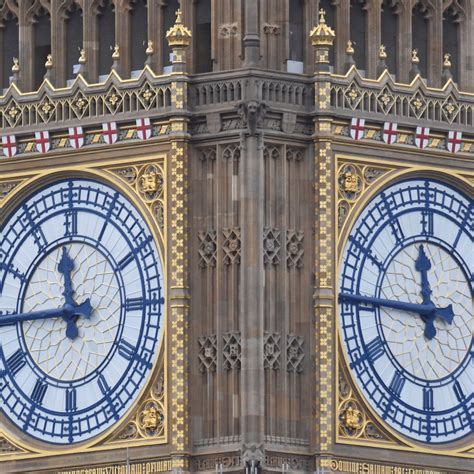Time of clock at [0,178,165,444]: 11:44
